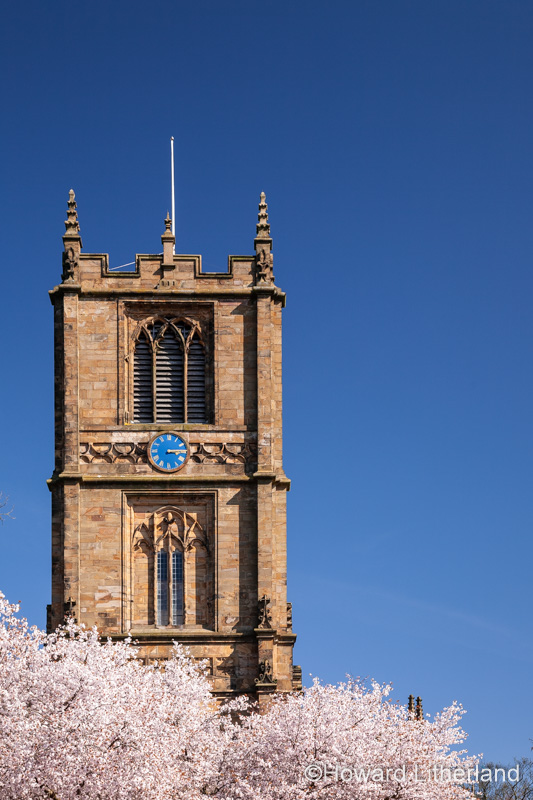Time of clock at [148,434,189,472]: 3:14
